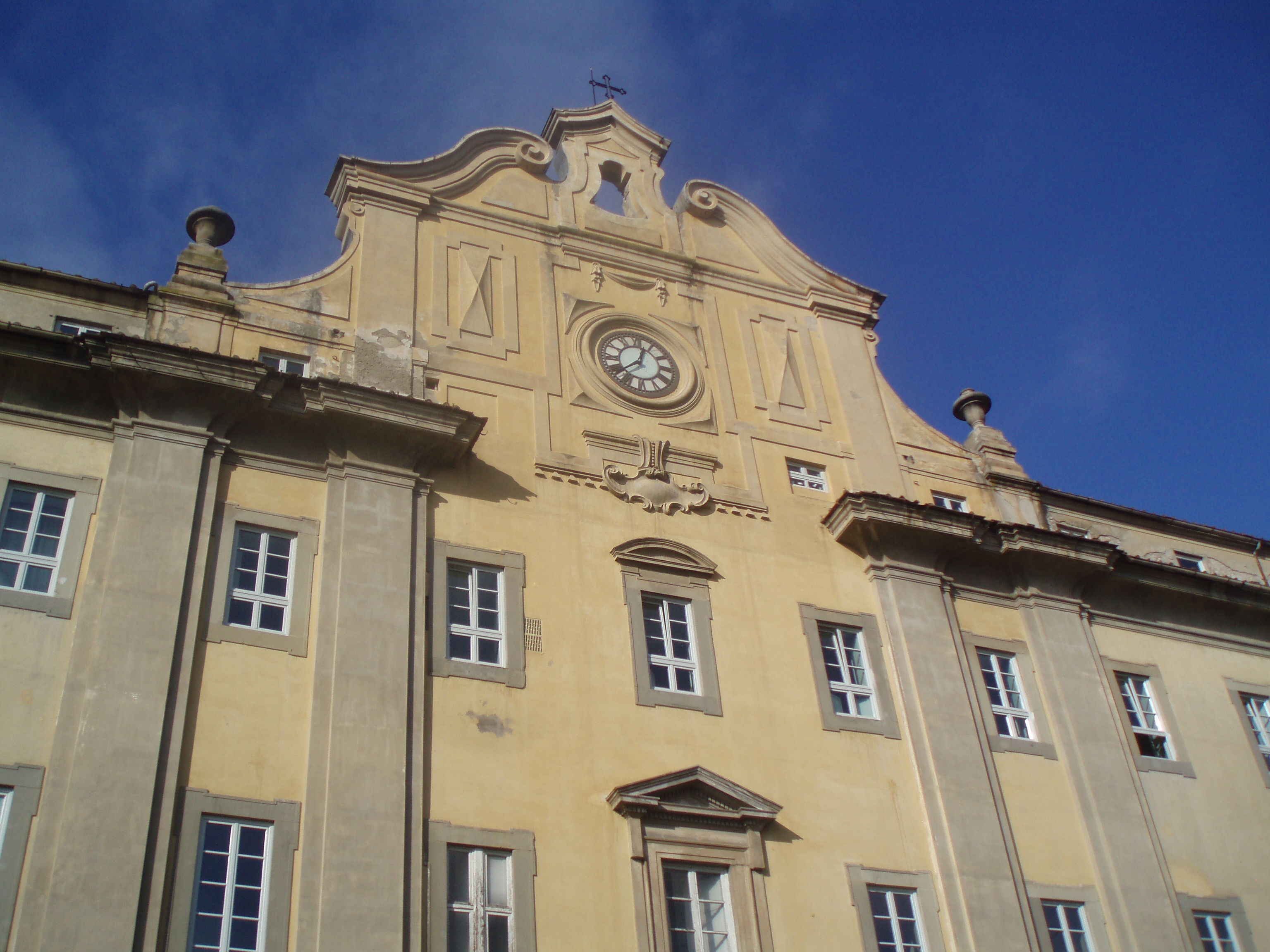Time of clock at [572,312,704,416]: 12:37
